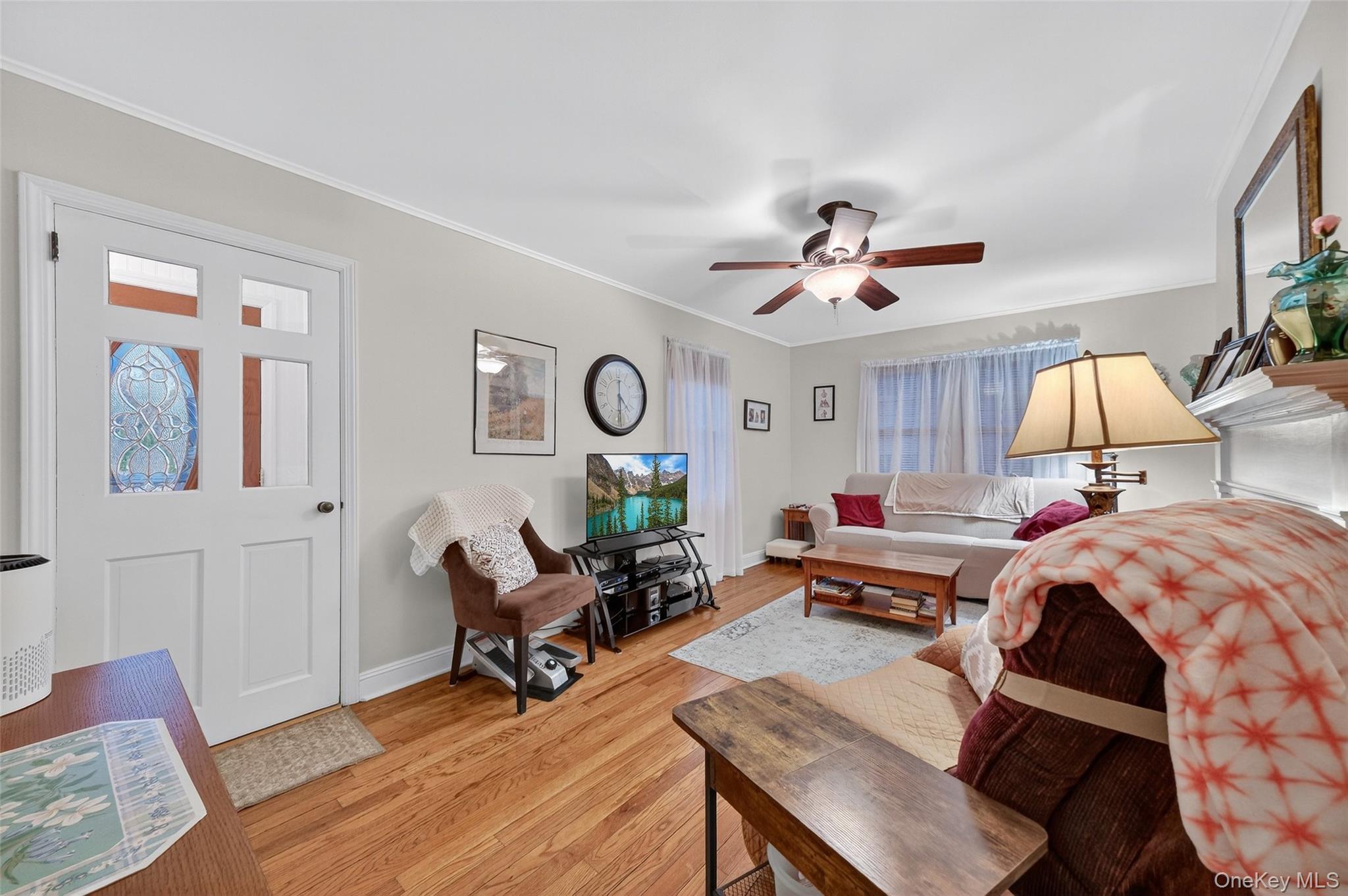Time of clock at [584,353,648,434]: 4:29
